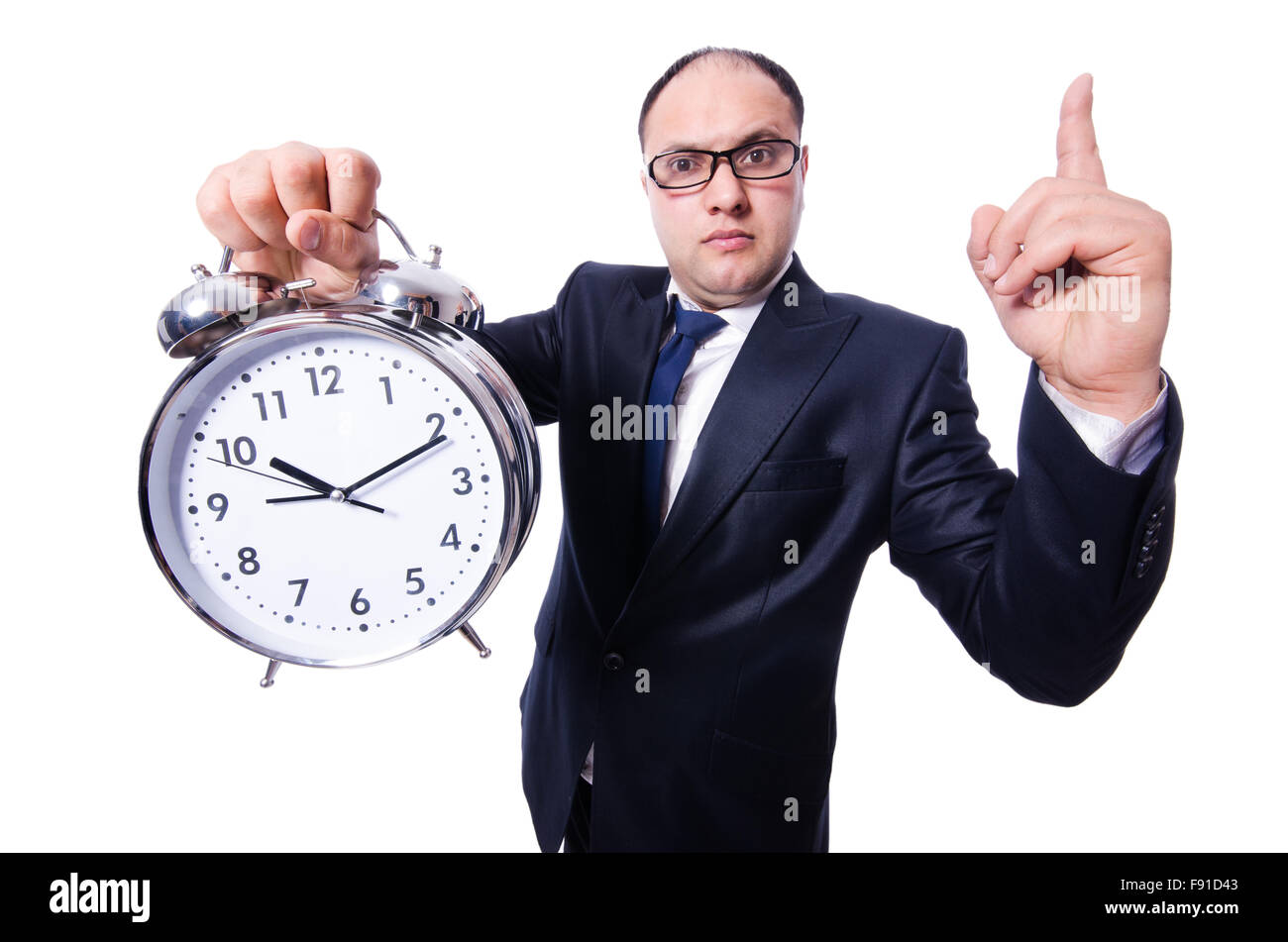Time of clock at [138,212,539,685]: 10:11
